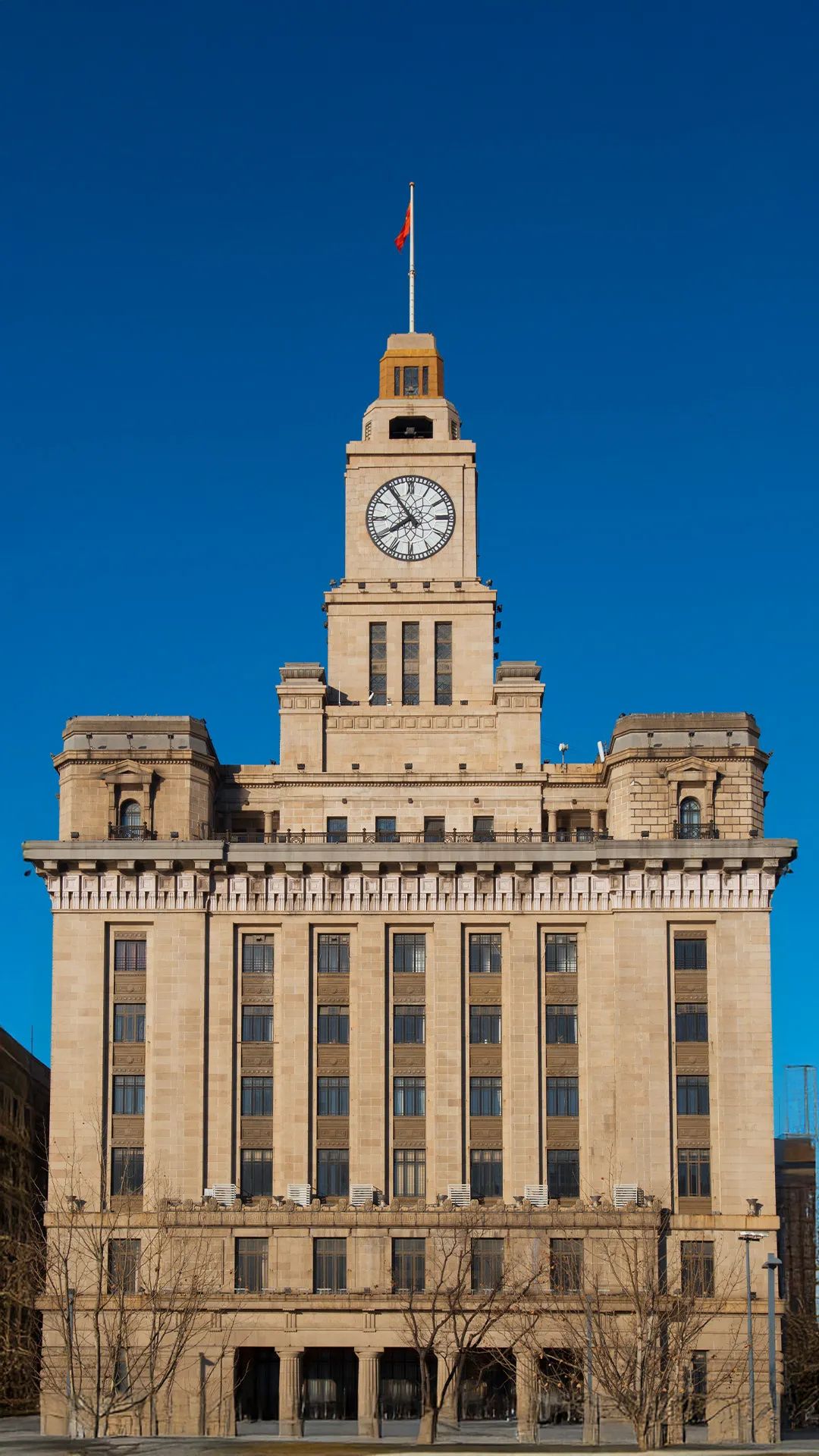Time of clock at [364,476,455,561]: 7:53
